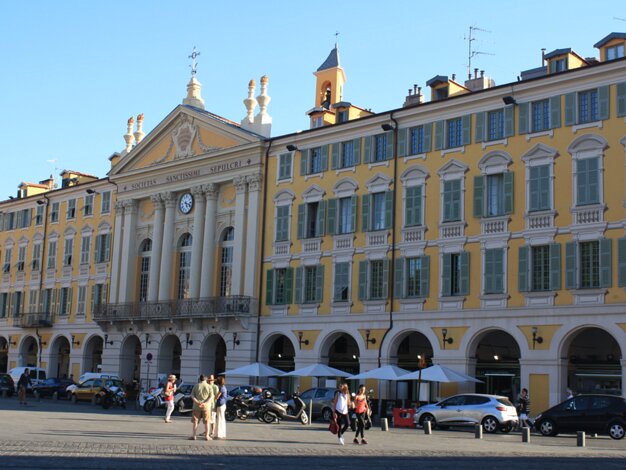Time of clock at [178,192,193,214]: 5:18
